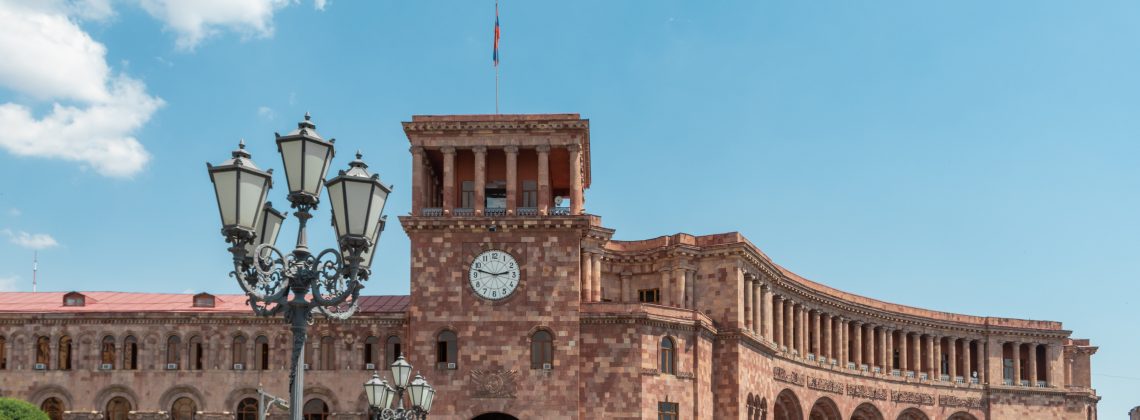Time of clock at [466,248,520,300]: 2:47
